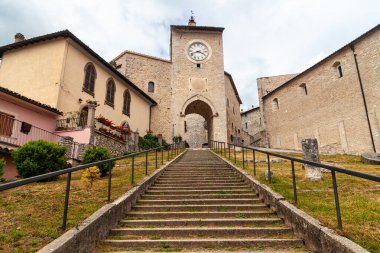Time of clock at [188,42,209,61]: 3:41
